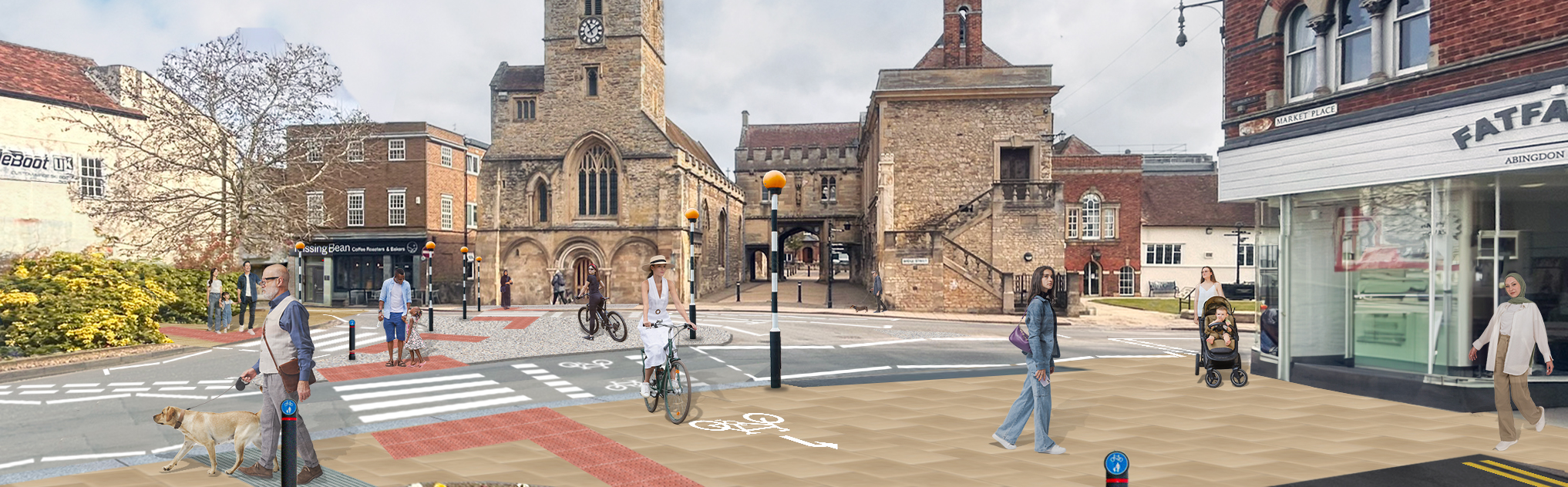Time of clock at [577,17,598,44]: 11:08
